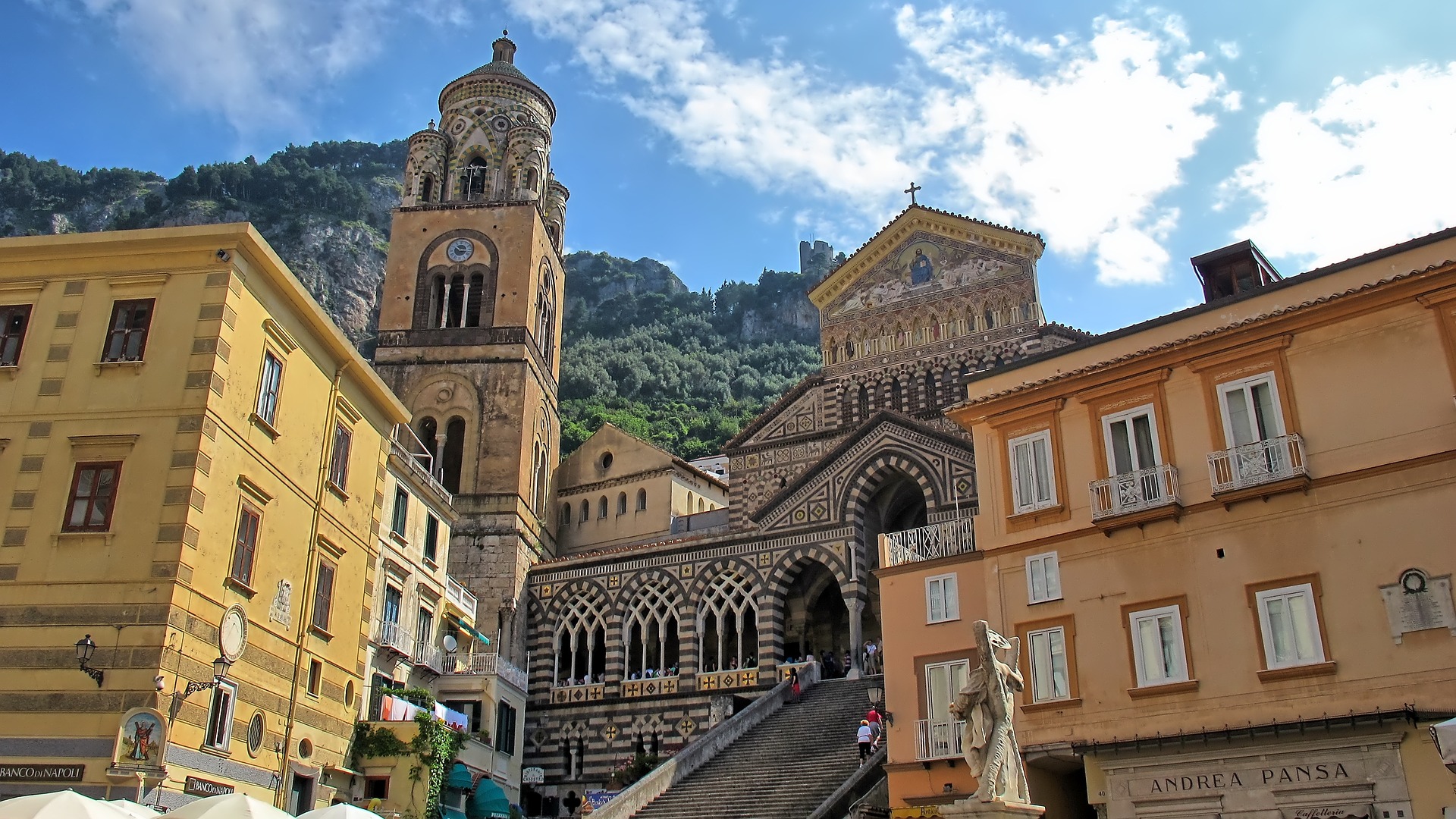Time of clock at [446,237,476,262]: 10:15
